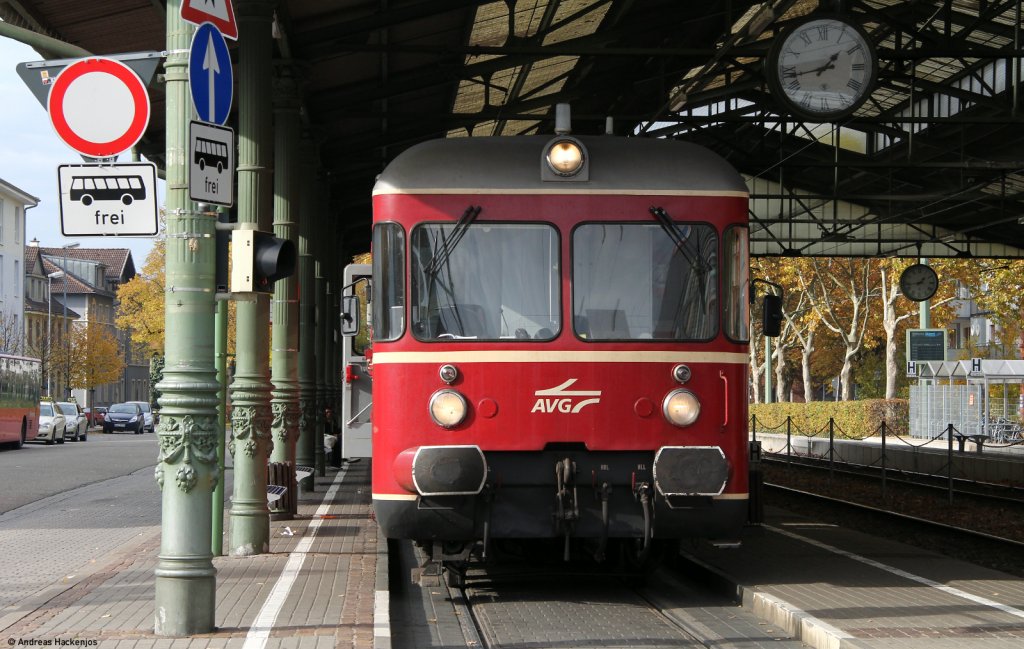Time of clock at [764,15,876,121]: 1:43
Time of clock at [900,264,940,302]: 1:43
